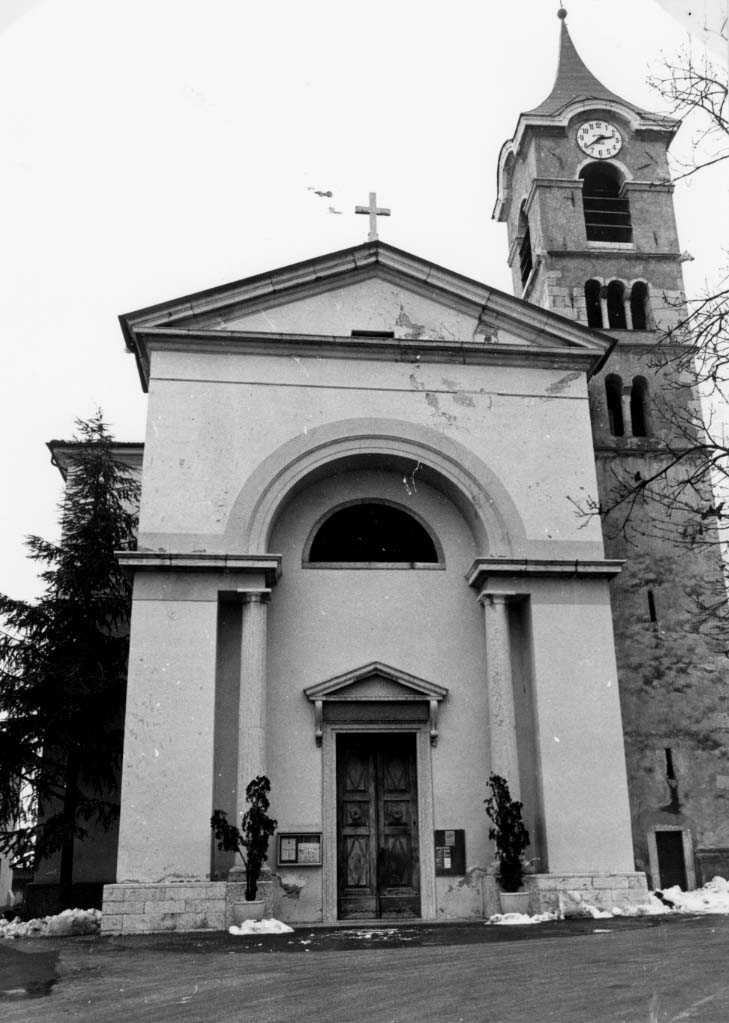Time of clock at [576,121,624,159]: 2:38
